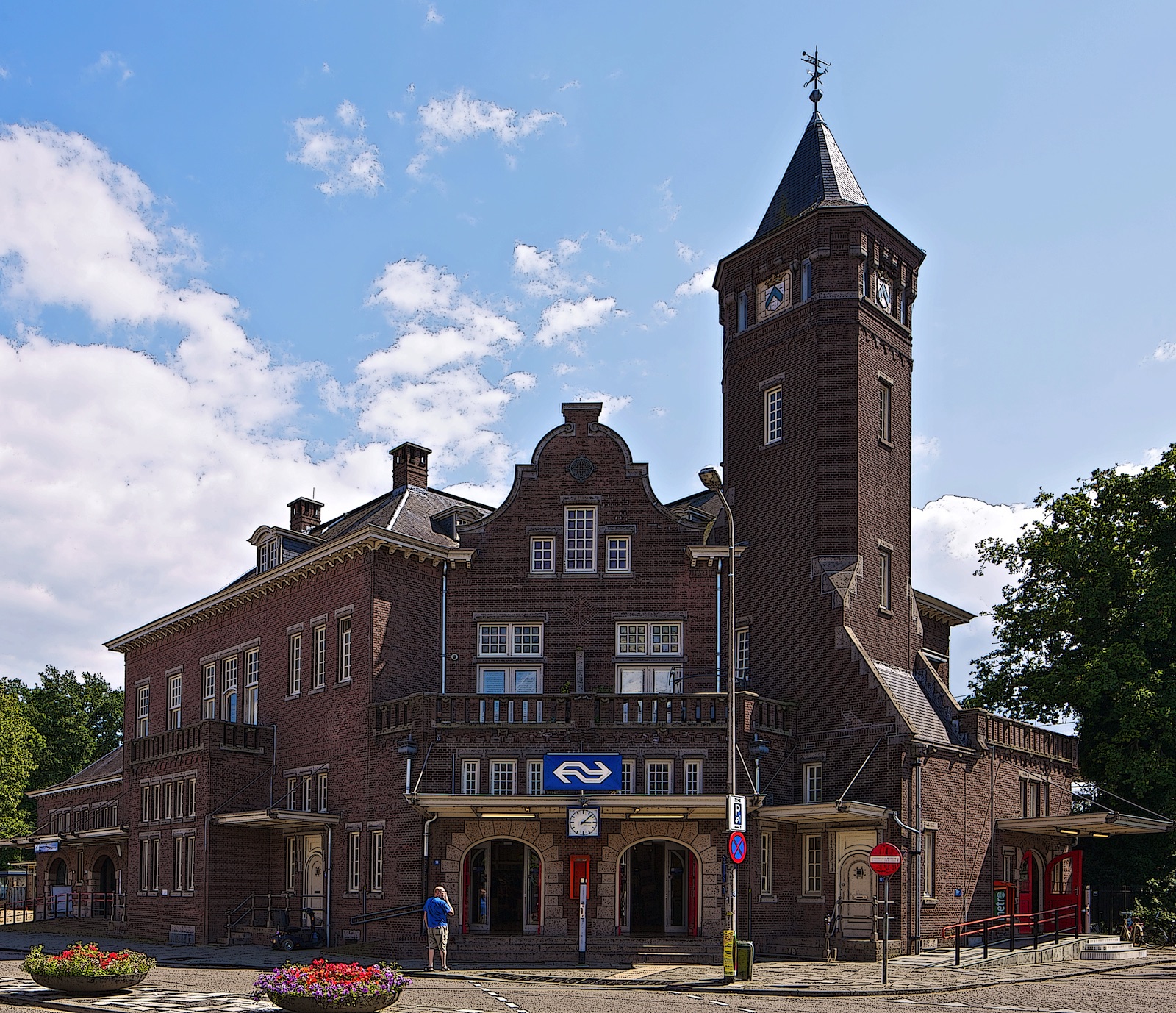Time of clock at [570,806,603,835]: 3:07
